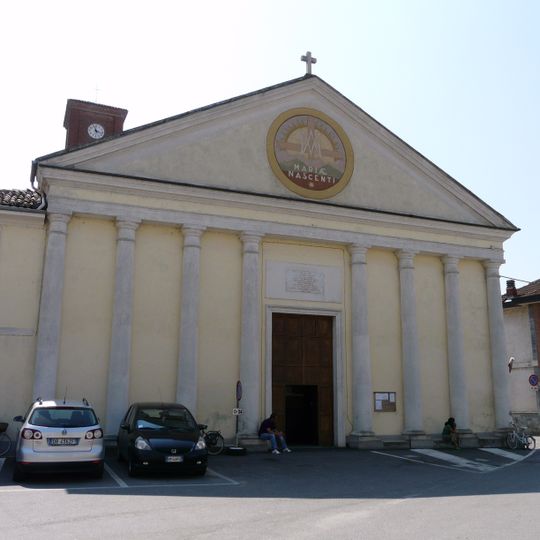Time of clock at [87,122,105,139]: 11:17
